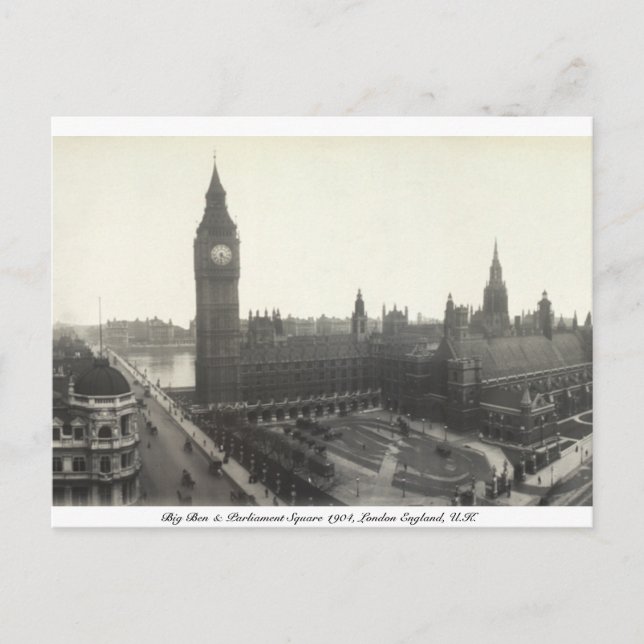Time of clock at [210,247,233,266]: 4:31
